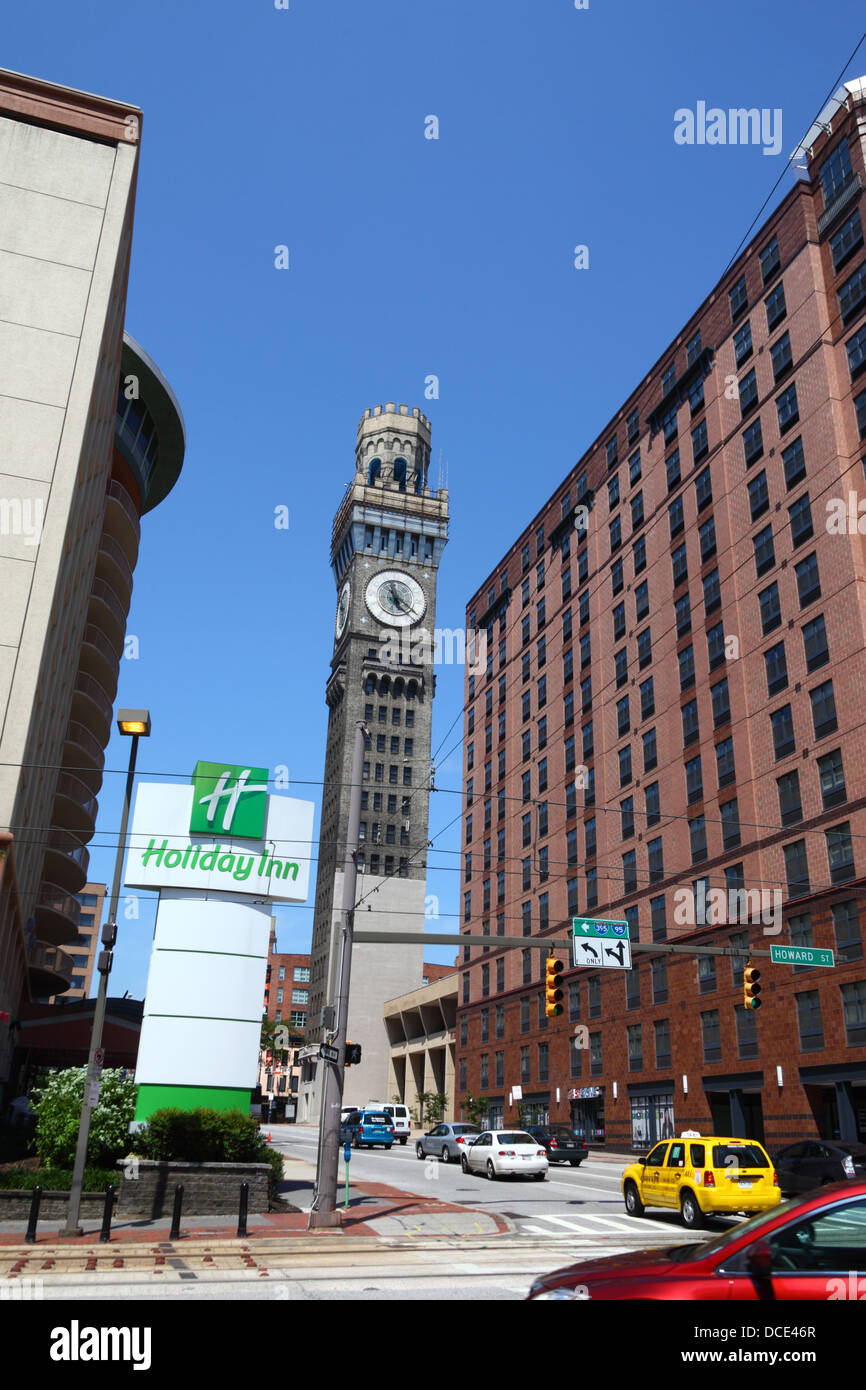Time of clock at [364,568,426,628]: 5:21
